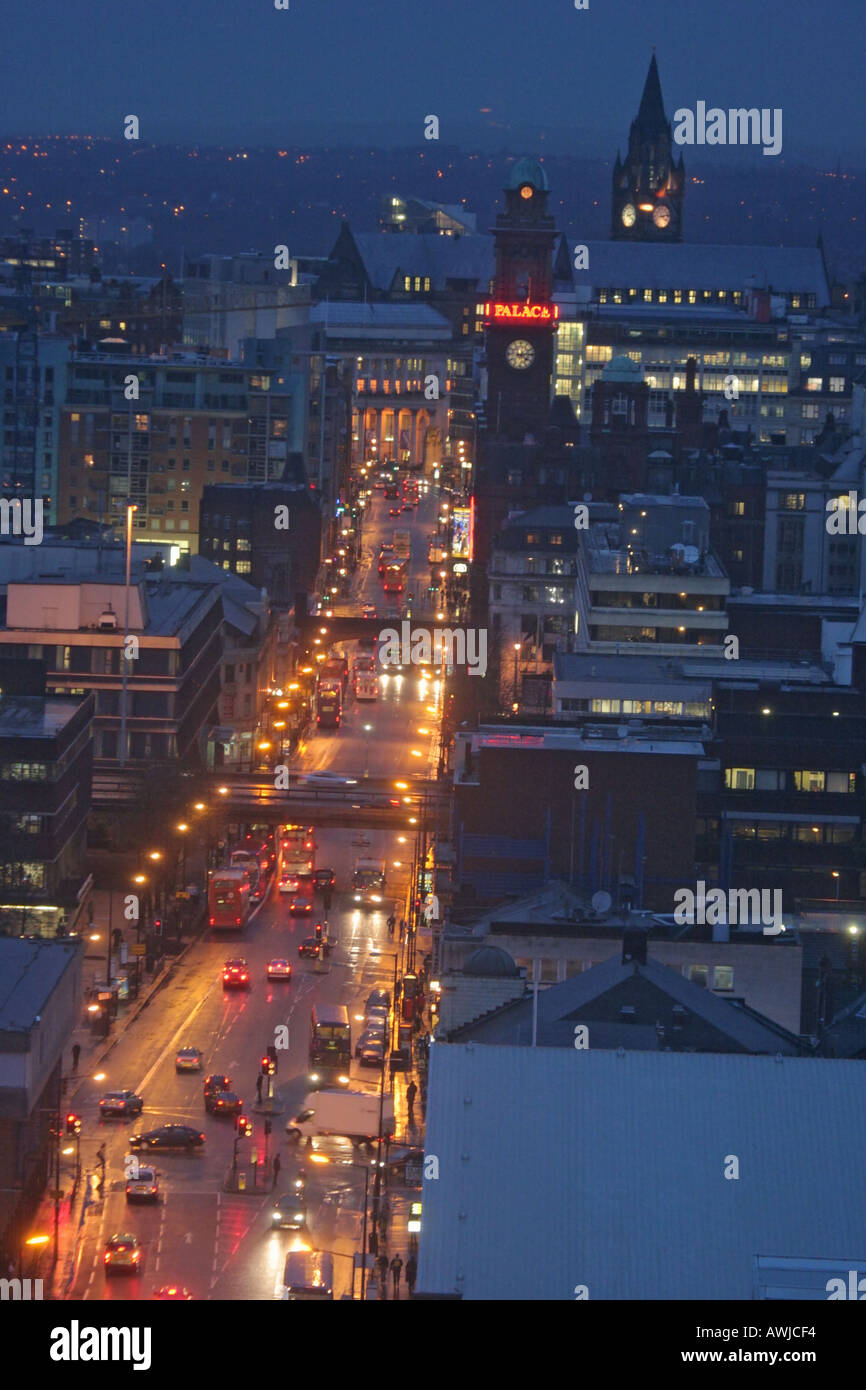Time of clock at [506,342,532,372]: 4:13
